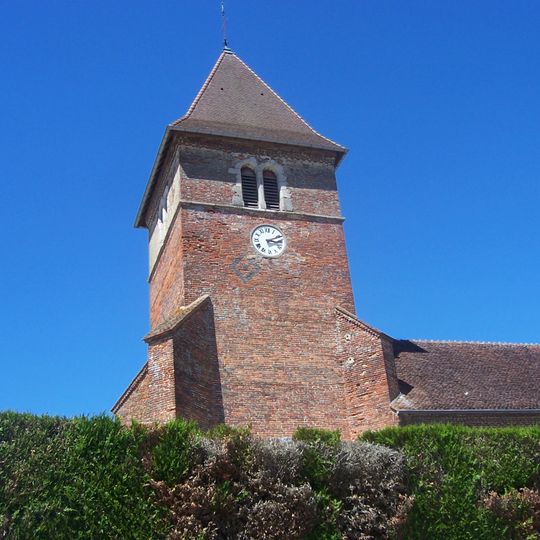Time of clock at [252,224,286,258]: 3:11
